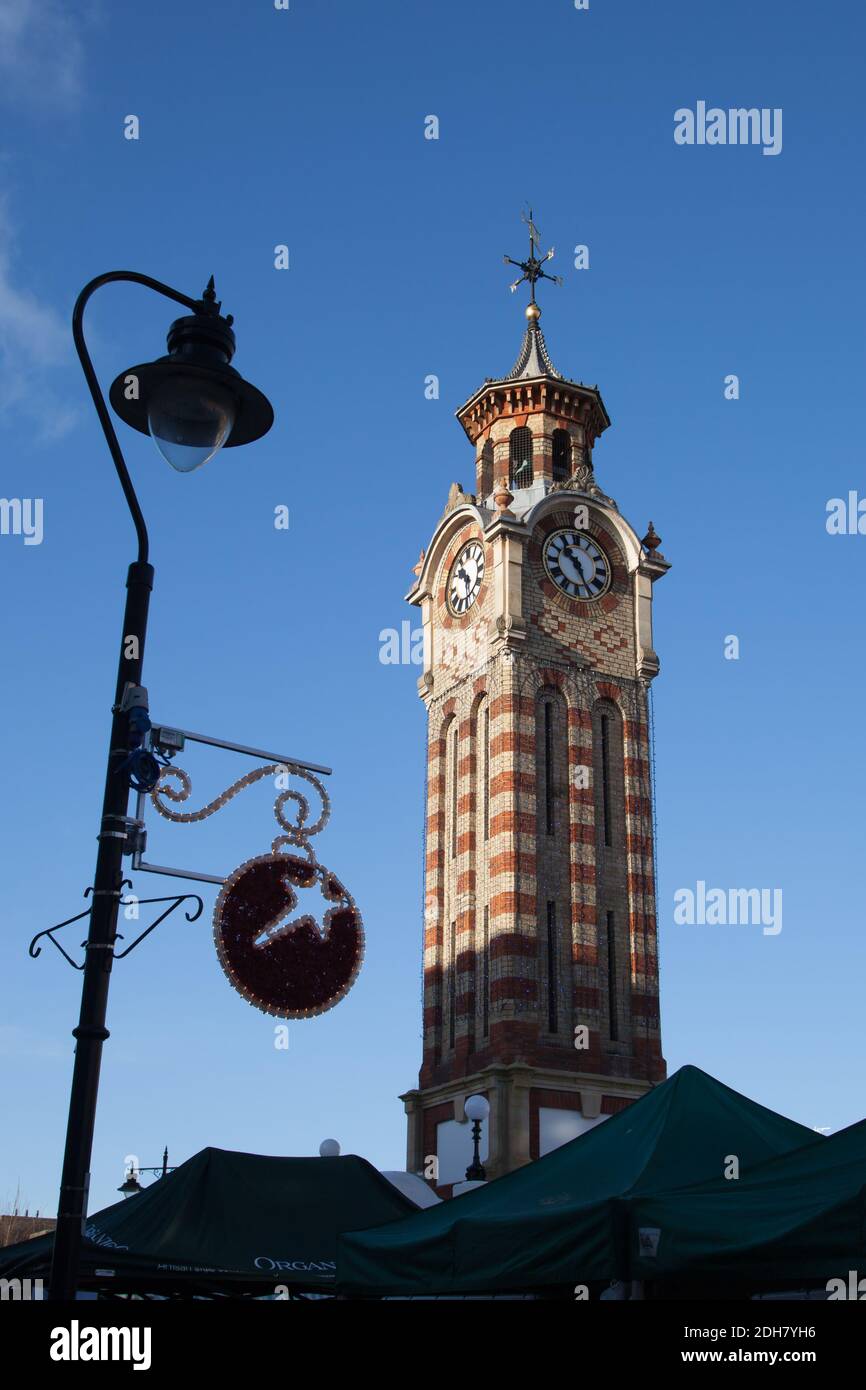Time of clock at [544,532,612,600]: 10:26
